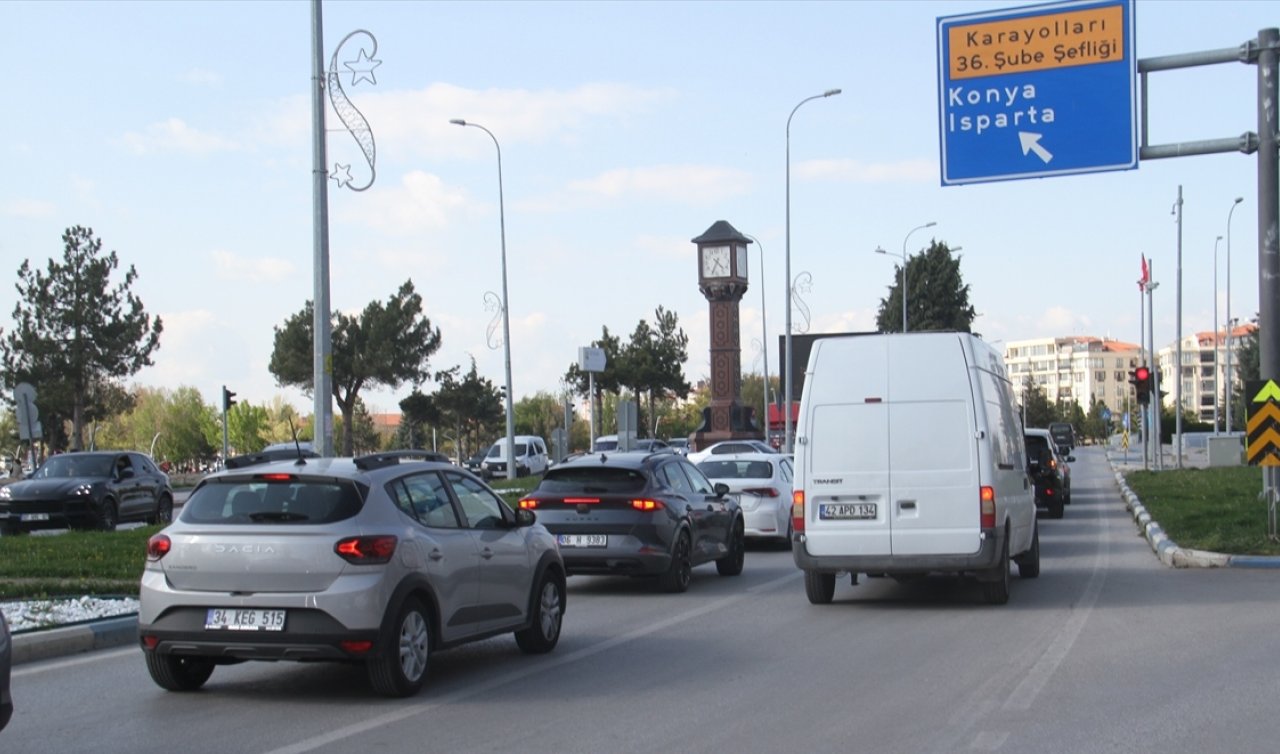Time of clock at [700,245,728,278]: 4:34
